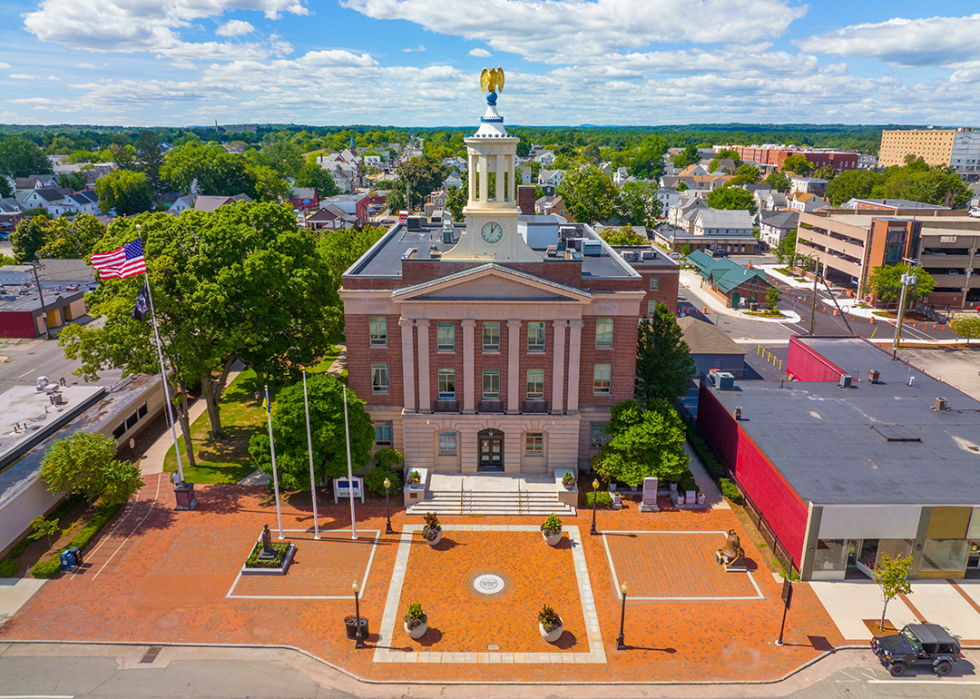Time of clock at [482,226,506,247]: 12:05
